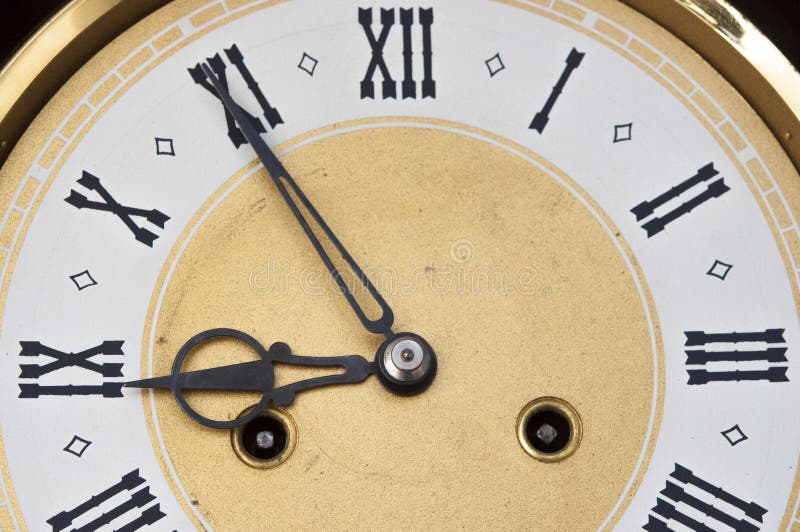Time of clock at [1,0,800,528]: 8:54
